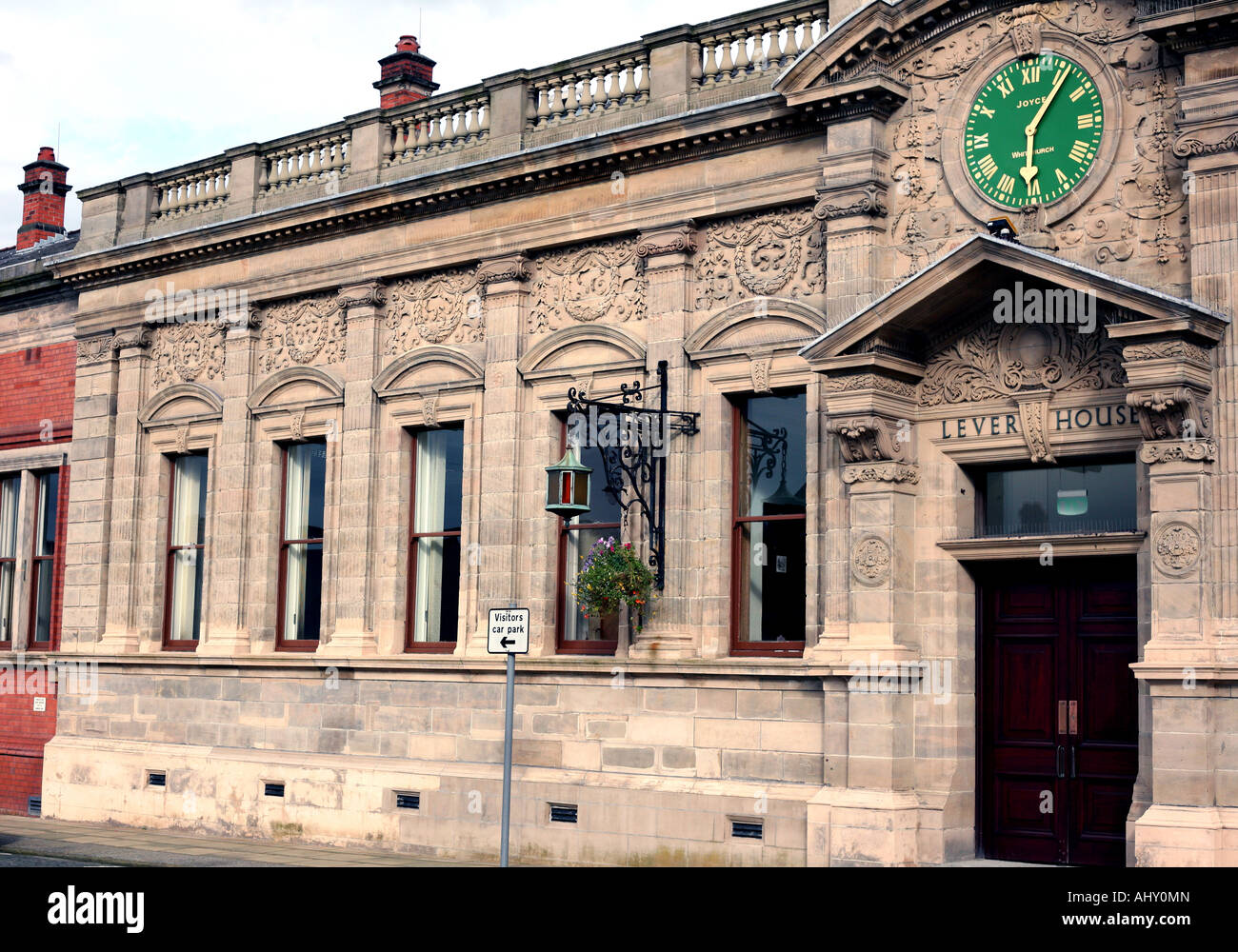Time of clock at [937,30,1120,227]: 6:06
